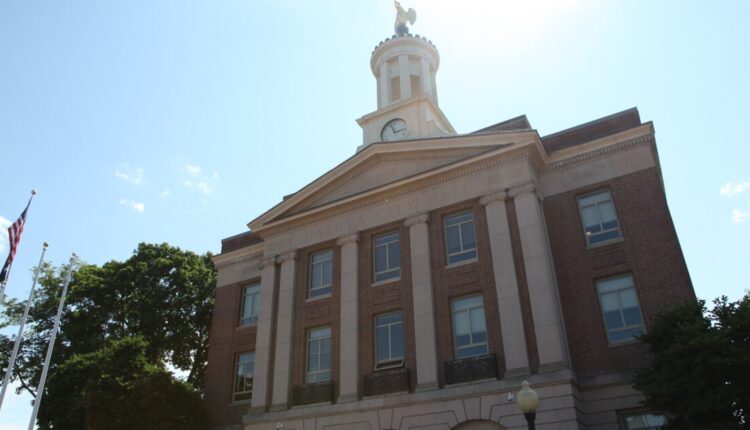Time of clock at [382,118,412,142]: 2:56
